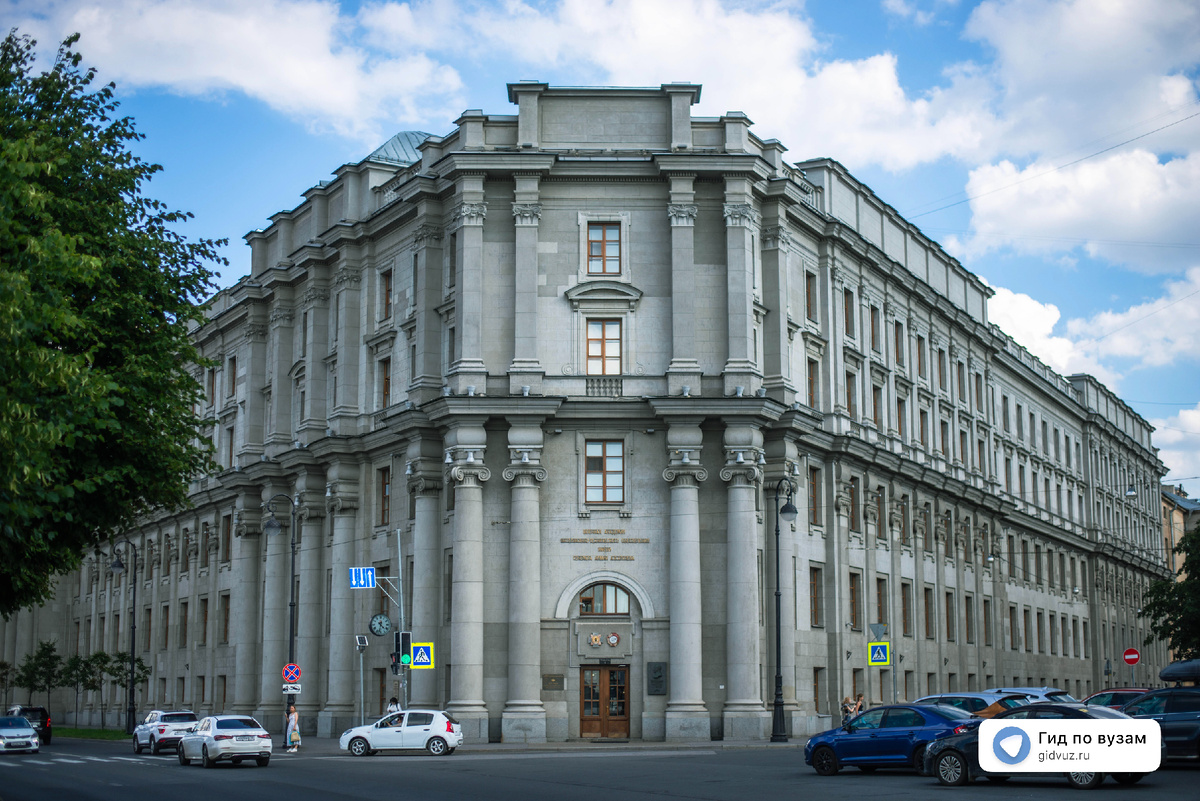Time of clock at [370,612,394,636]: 4:32
